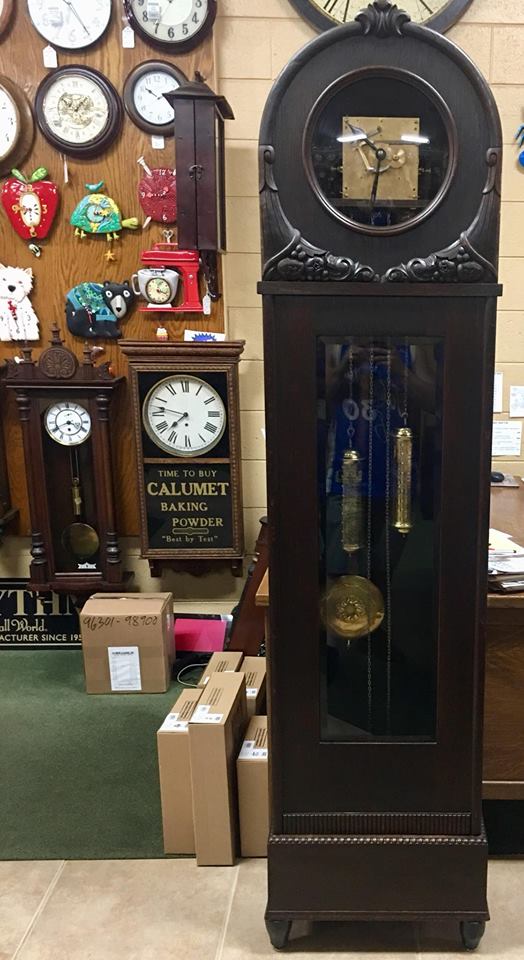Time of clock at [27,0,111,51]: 10:24
